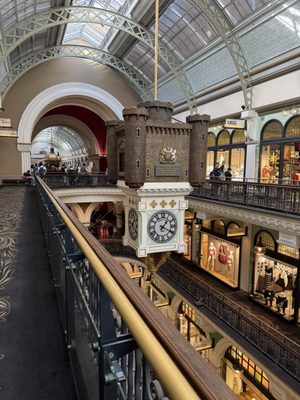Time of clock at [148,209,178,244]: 1:19
